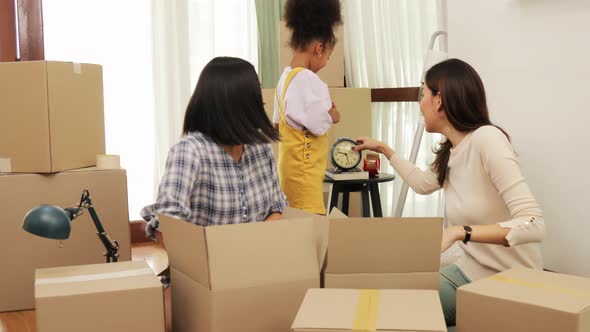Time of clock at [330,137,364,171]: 9:27
